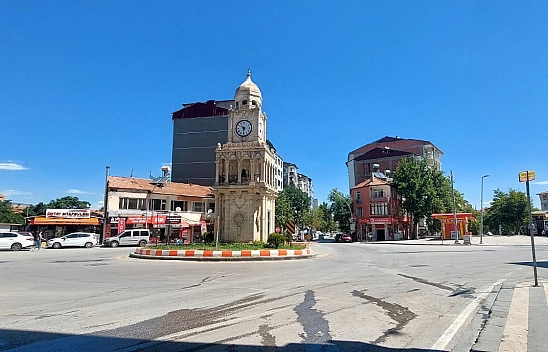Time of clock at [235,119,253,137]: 10:30
